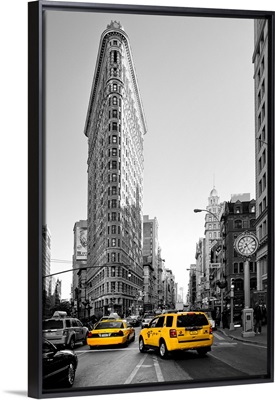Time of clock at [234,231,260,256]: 7:09
